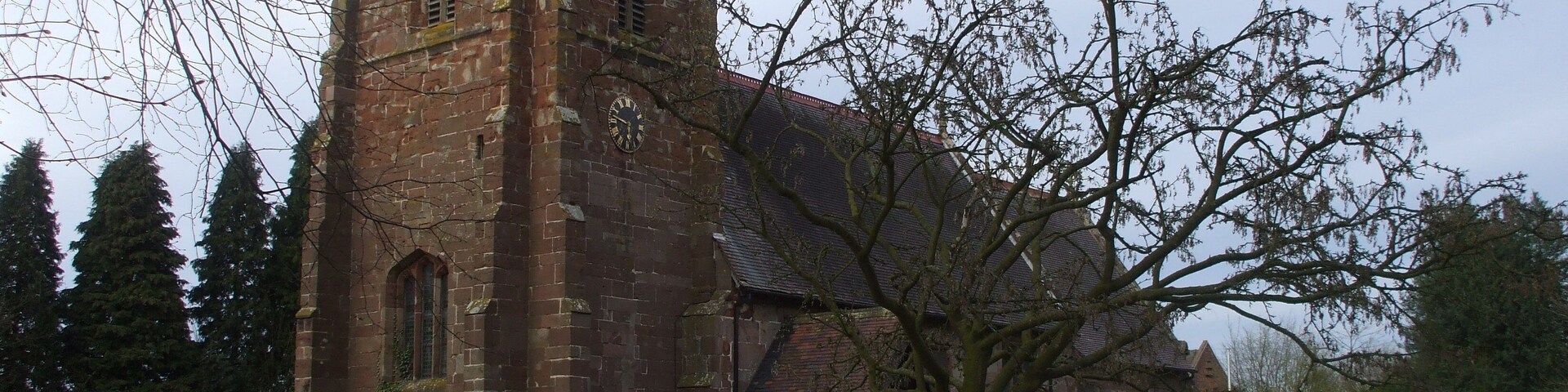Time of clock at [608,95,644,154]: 5:47
